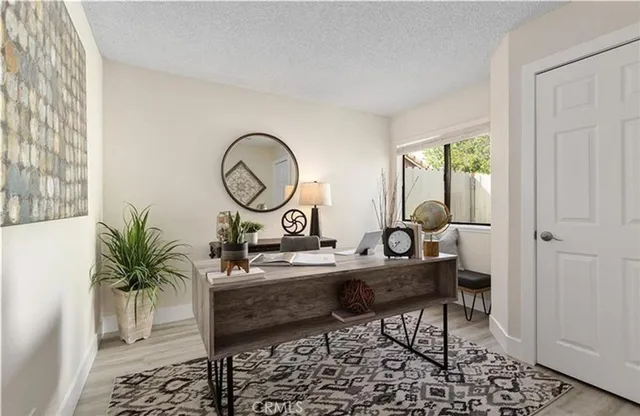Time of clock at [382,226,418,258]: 8:38
